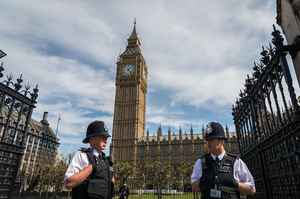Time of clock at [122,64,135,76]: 1:23
